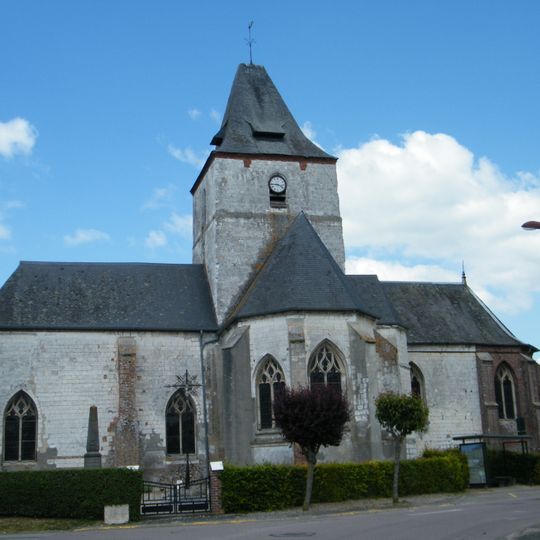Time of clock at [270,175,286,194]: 3:44
